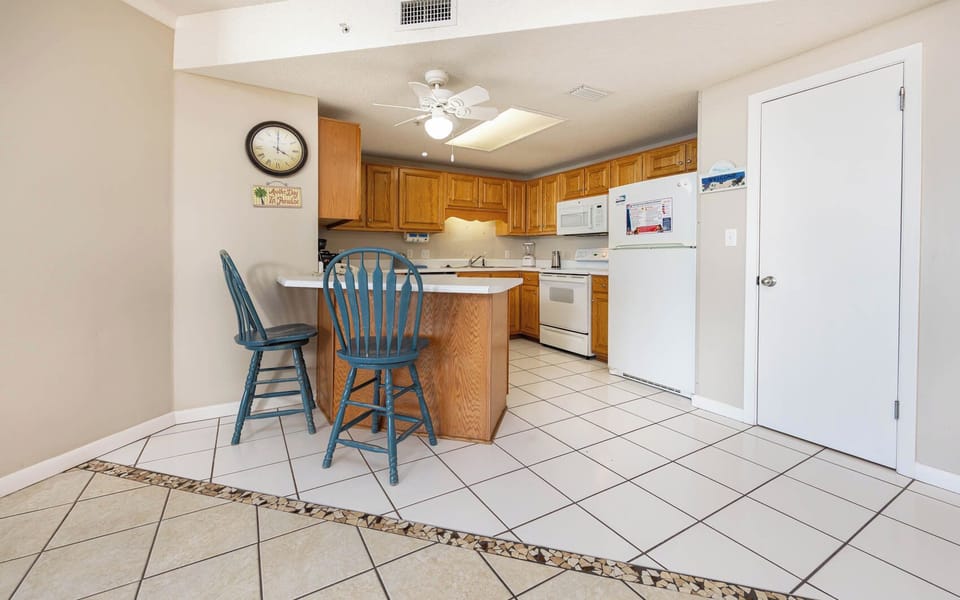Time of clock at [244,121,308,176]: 4:00
